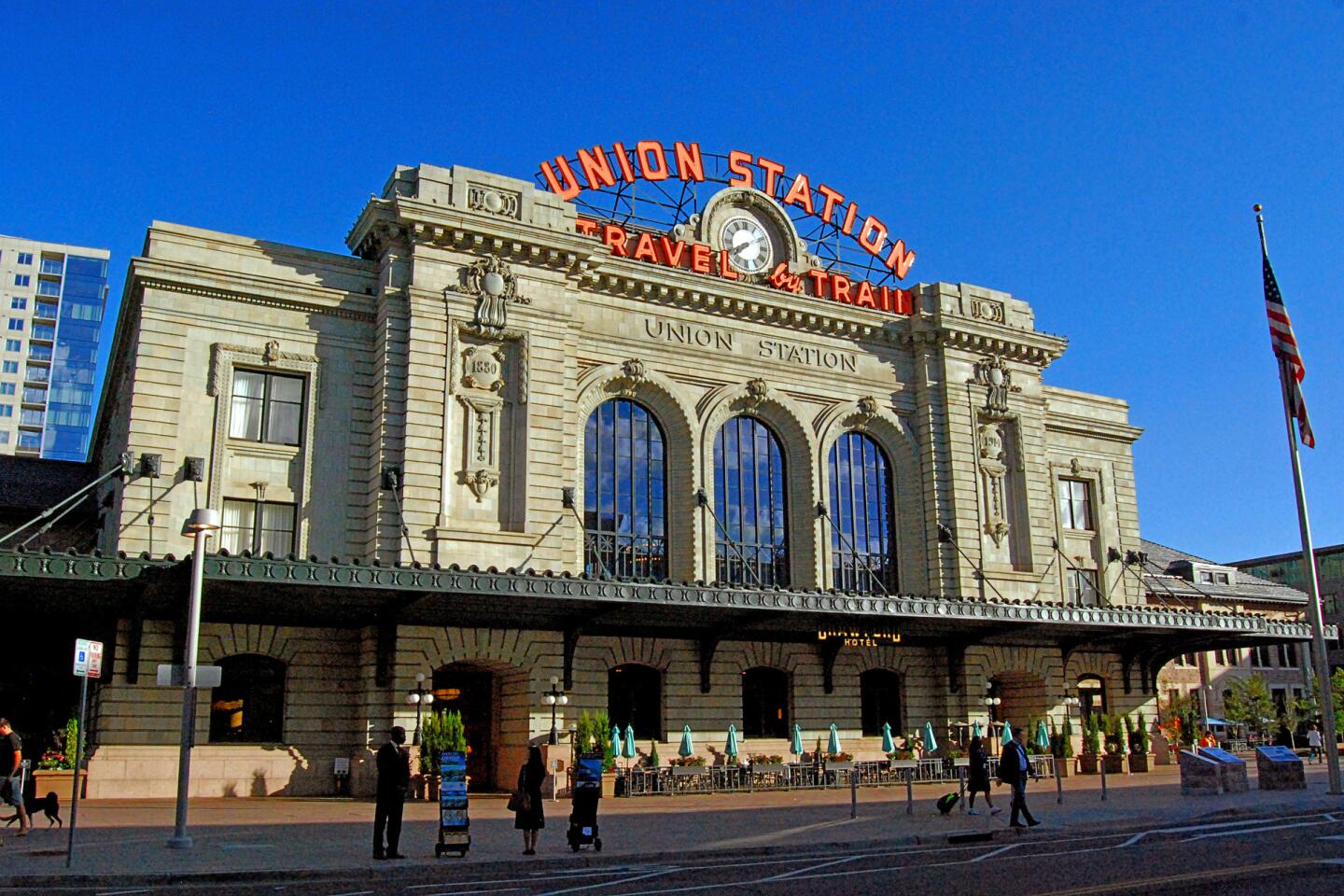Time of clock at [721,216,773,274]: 7:40
